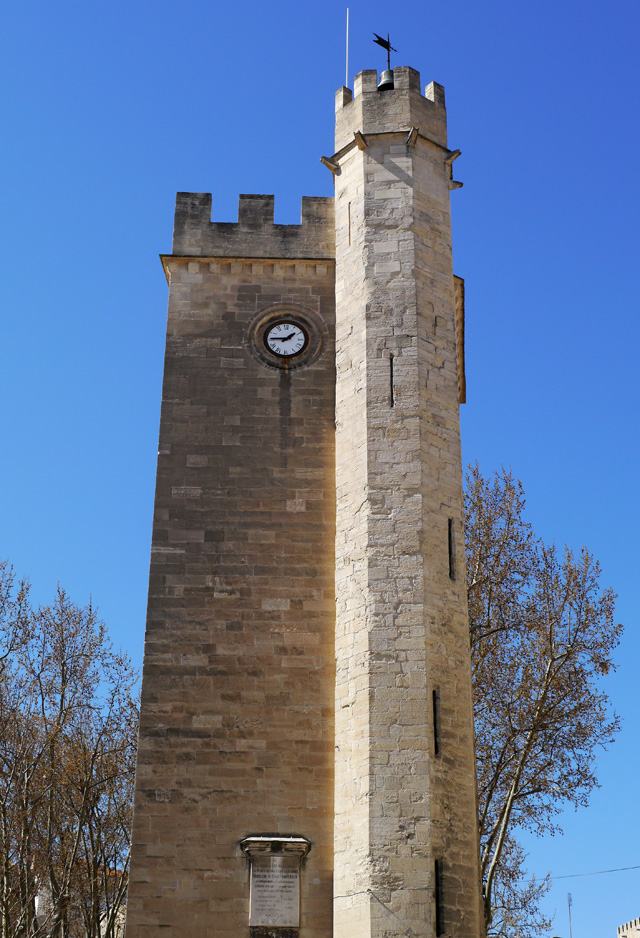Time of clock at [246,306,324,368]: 1:45
